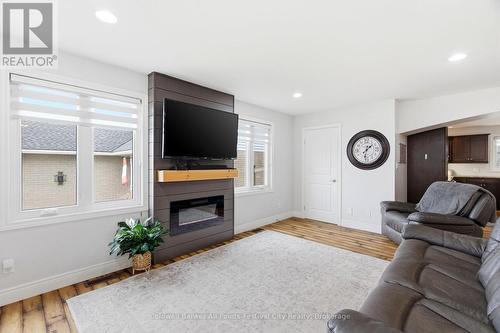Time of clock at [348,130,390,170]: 1:32
